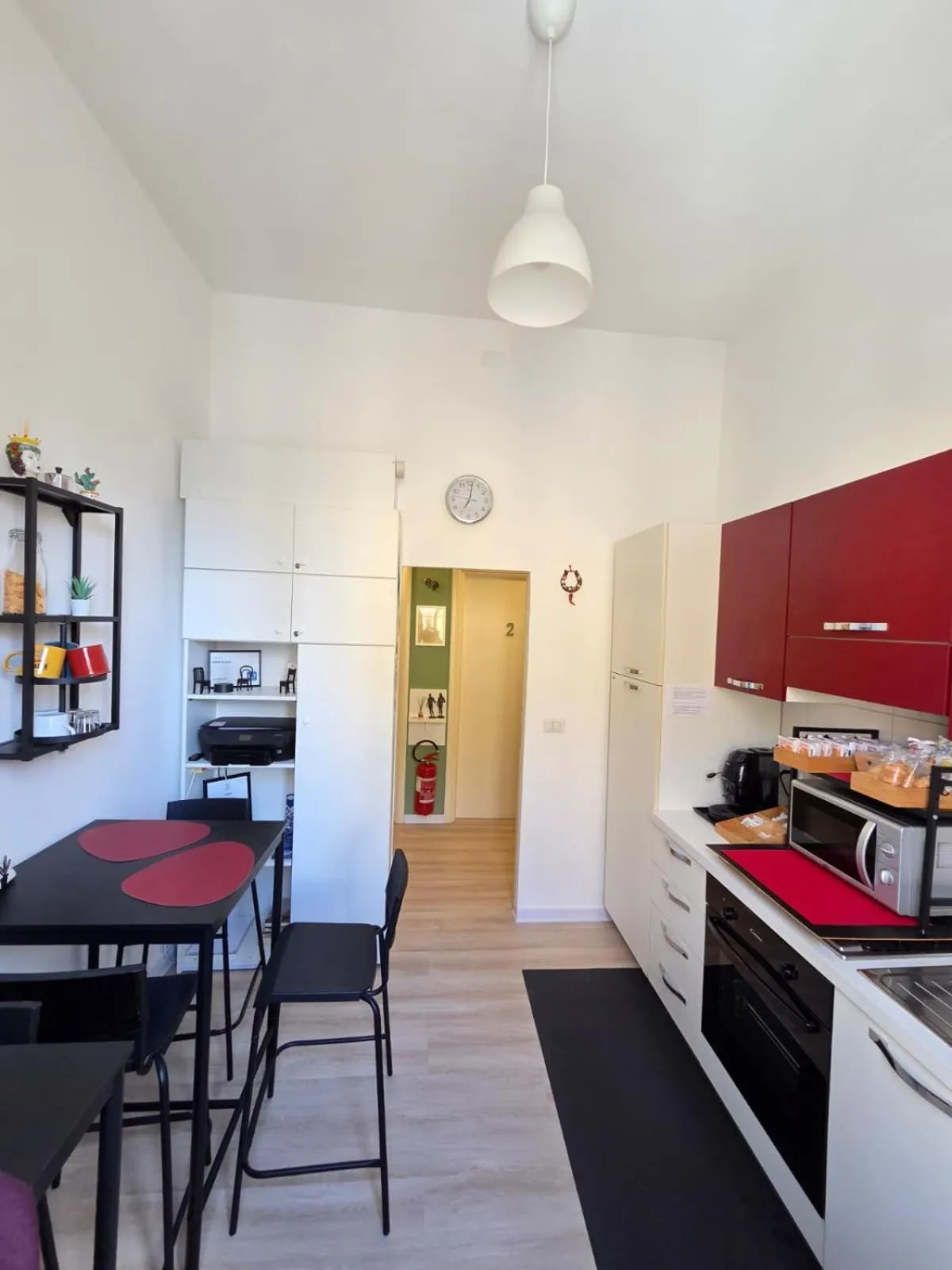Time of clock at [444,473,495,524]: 7:01
